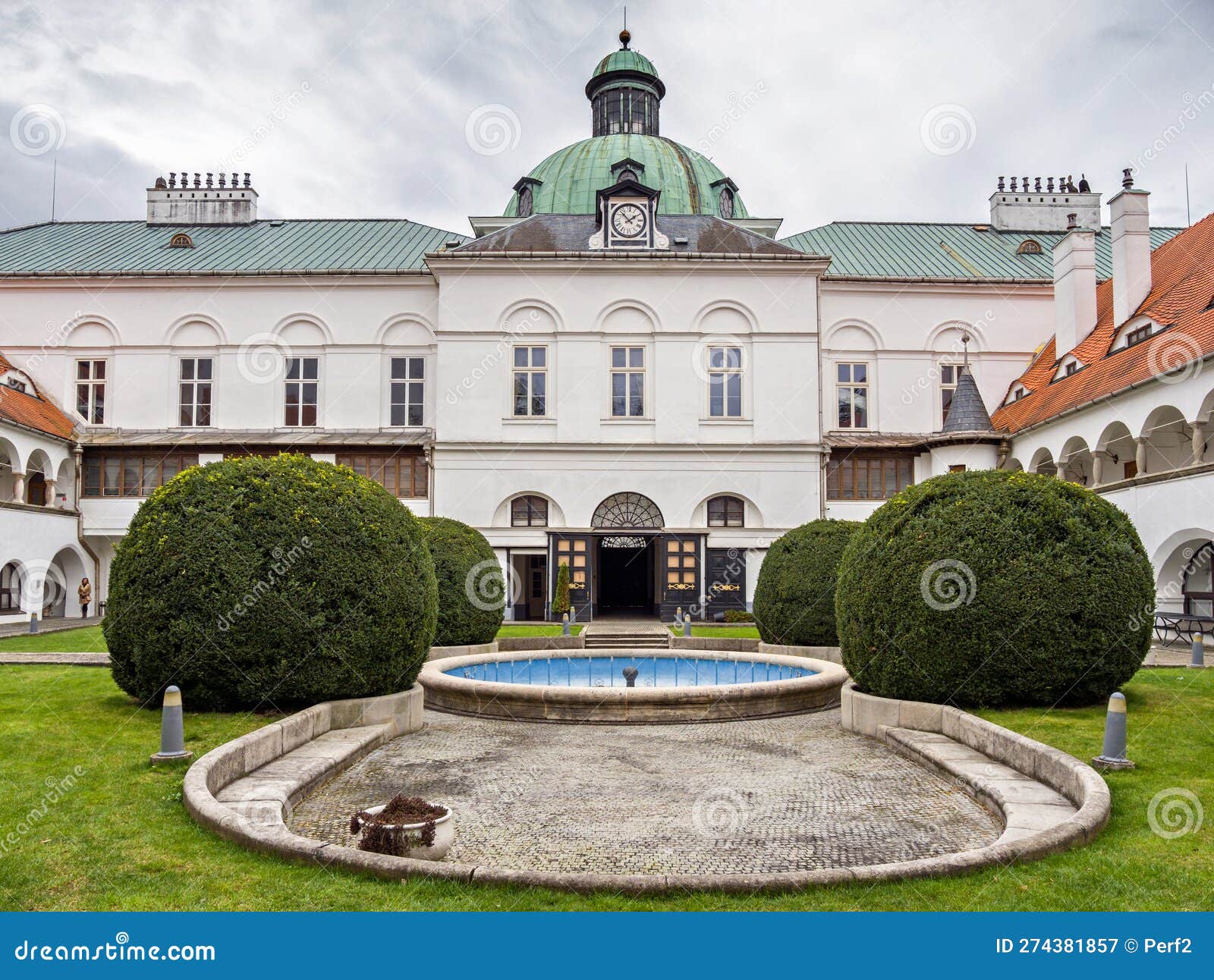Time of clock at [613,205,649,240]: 1:53
